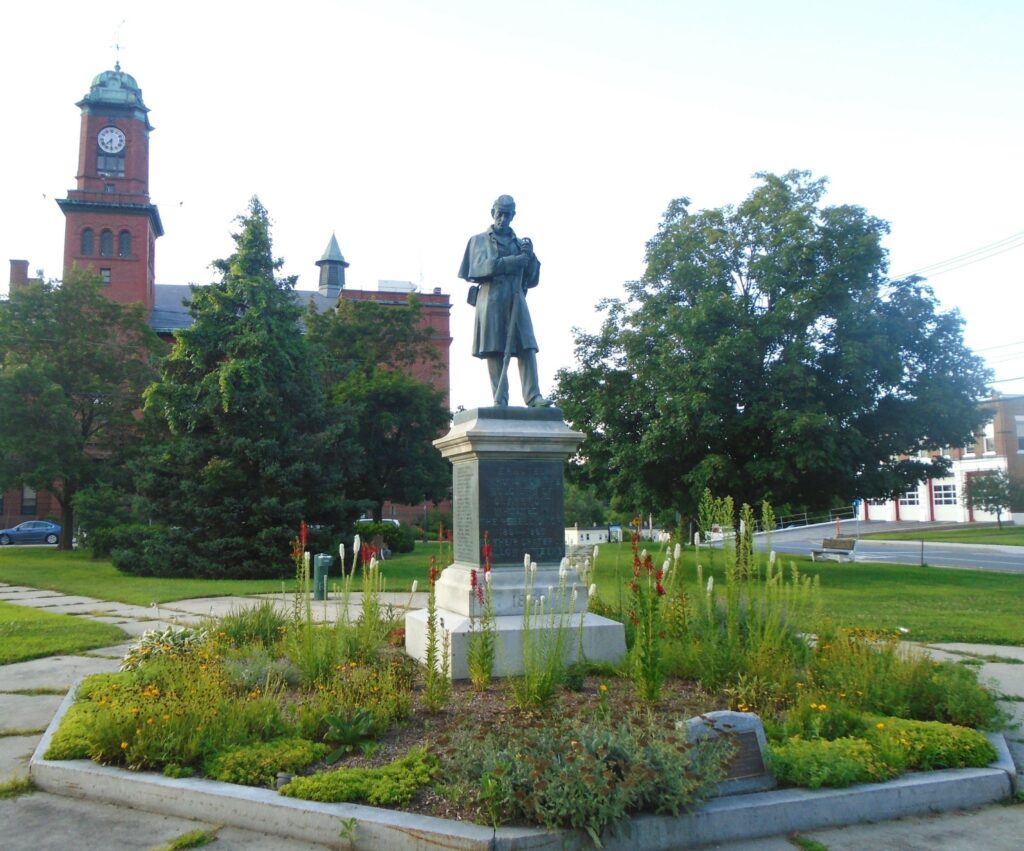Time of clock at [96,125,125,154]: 7:30
